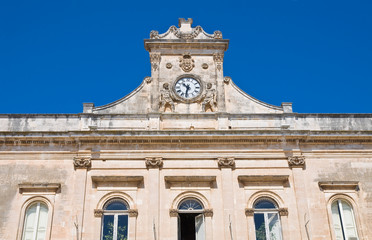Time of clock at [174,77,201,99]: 10:32
